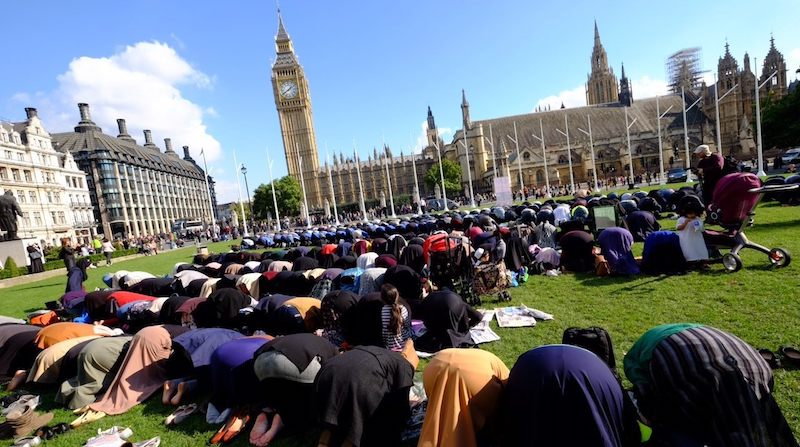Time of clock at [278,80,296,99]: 1:39
